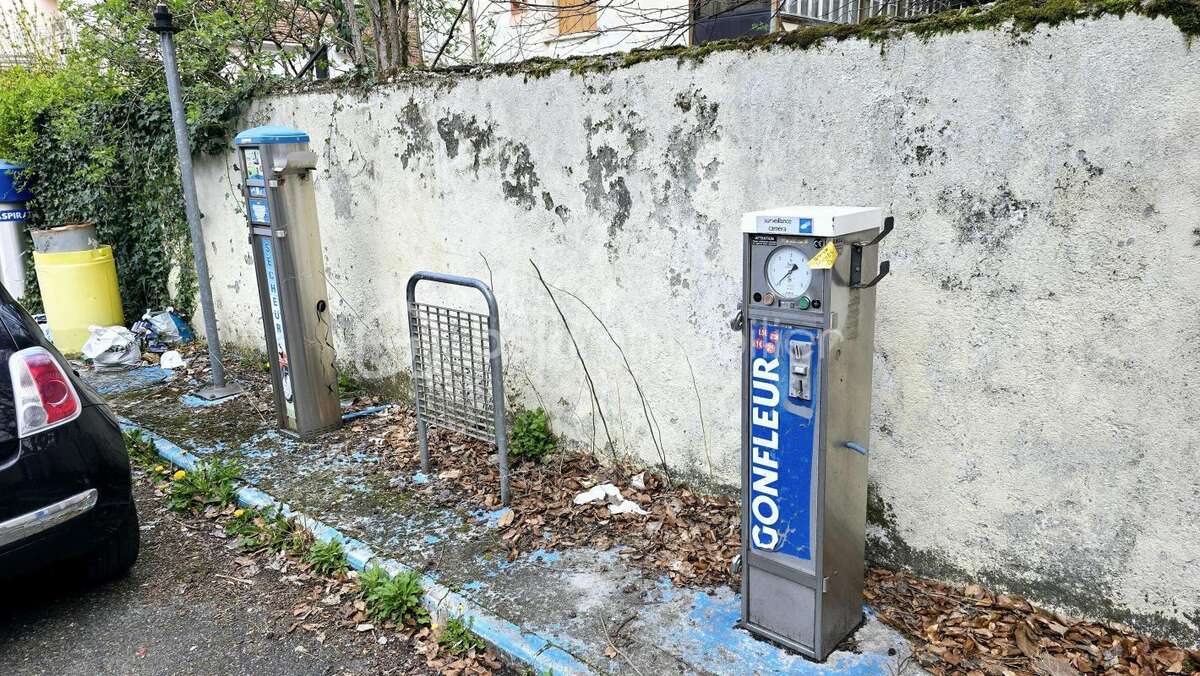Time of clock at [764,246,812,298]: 1:38
